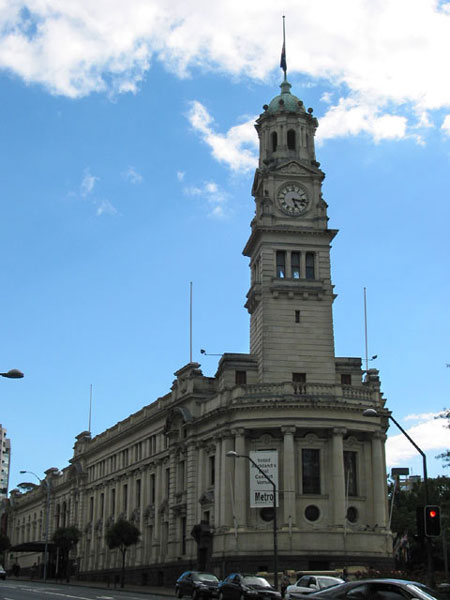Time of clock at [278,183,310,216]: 5:16
